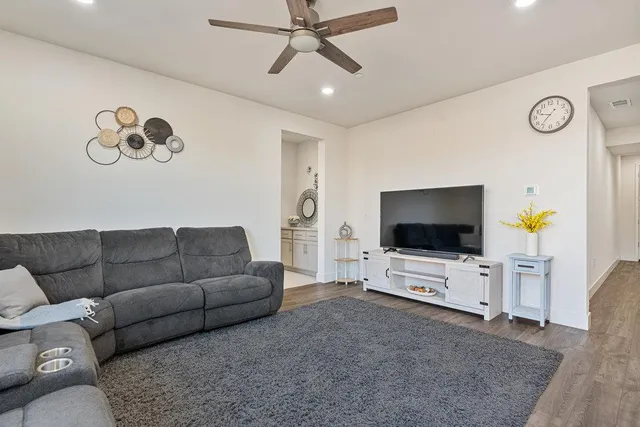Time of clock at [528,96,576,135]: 9:36
